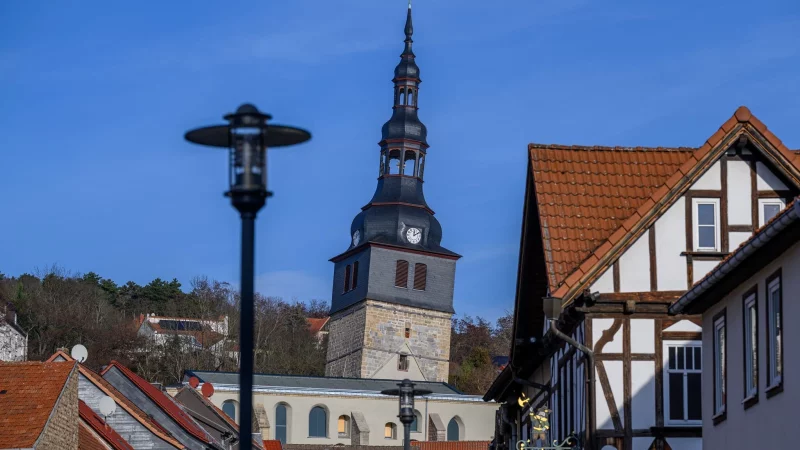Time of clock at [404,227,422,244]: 12:09
